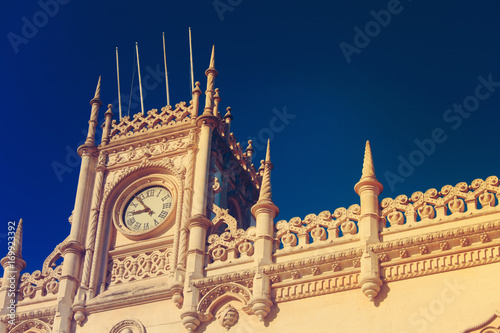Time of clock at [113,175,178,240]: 8:53
